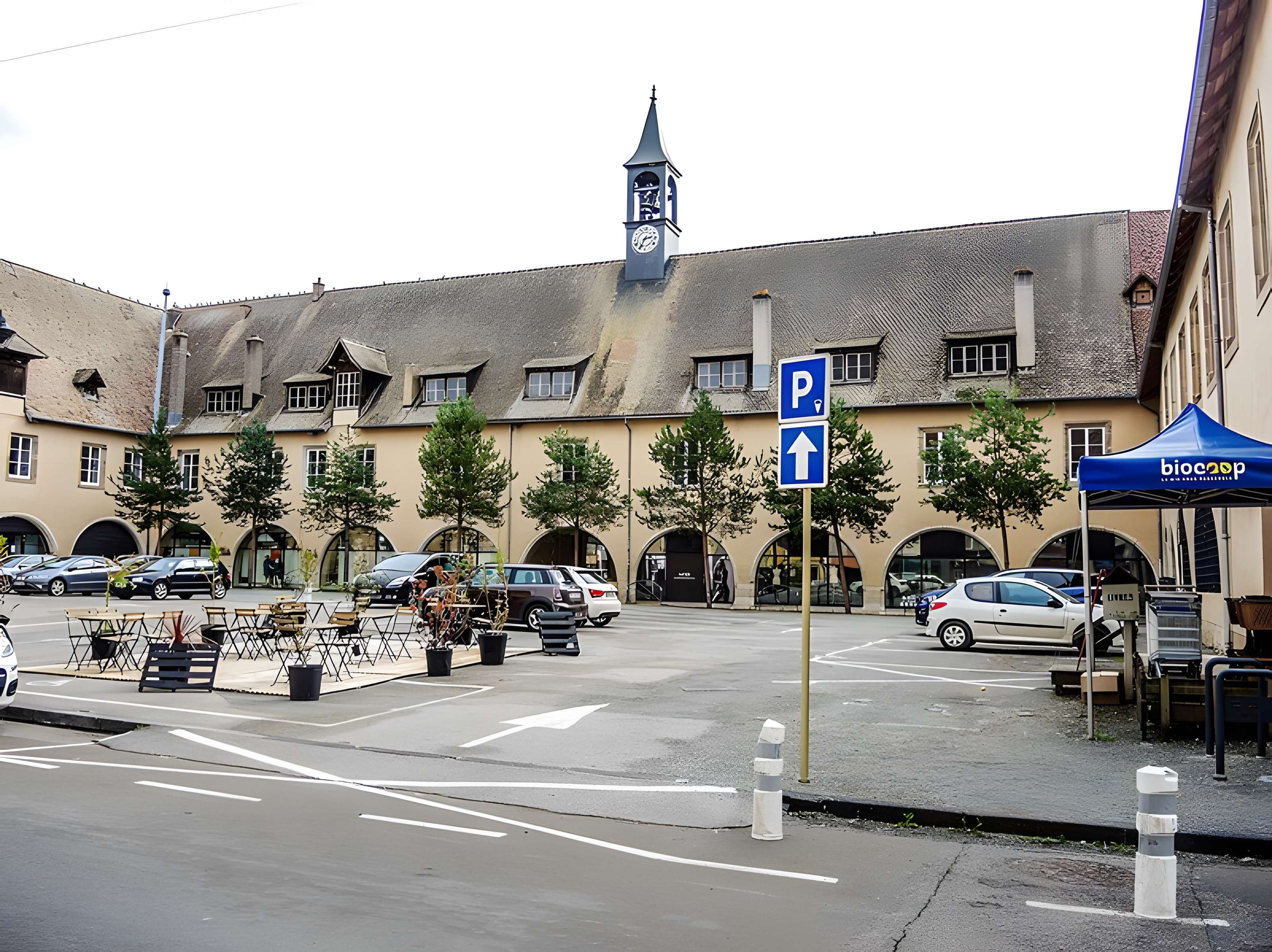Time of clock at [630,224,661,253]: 2:34
